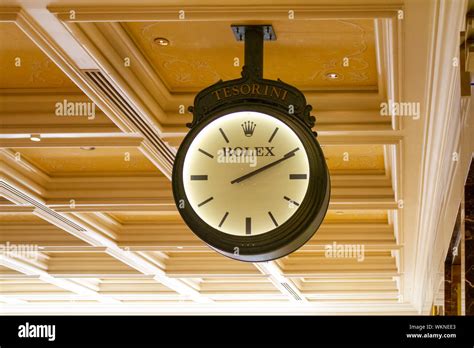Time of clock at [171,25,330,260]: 2:10
